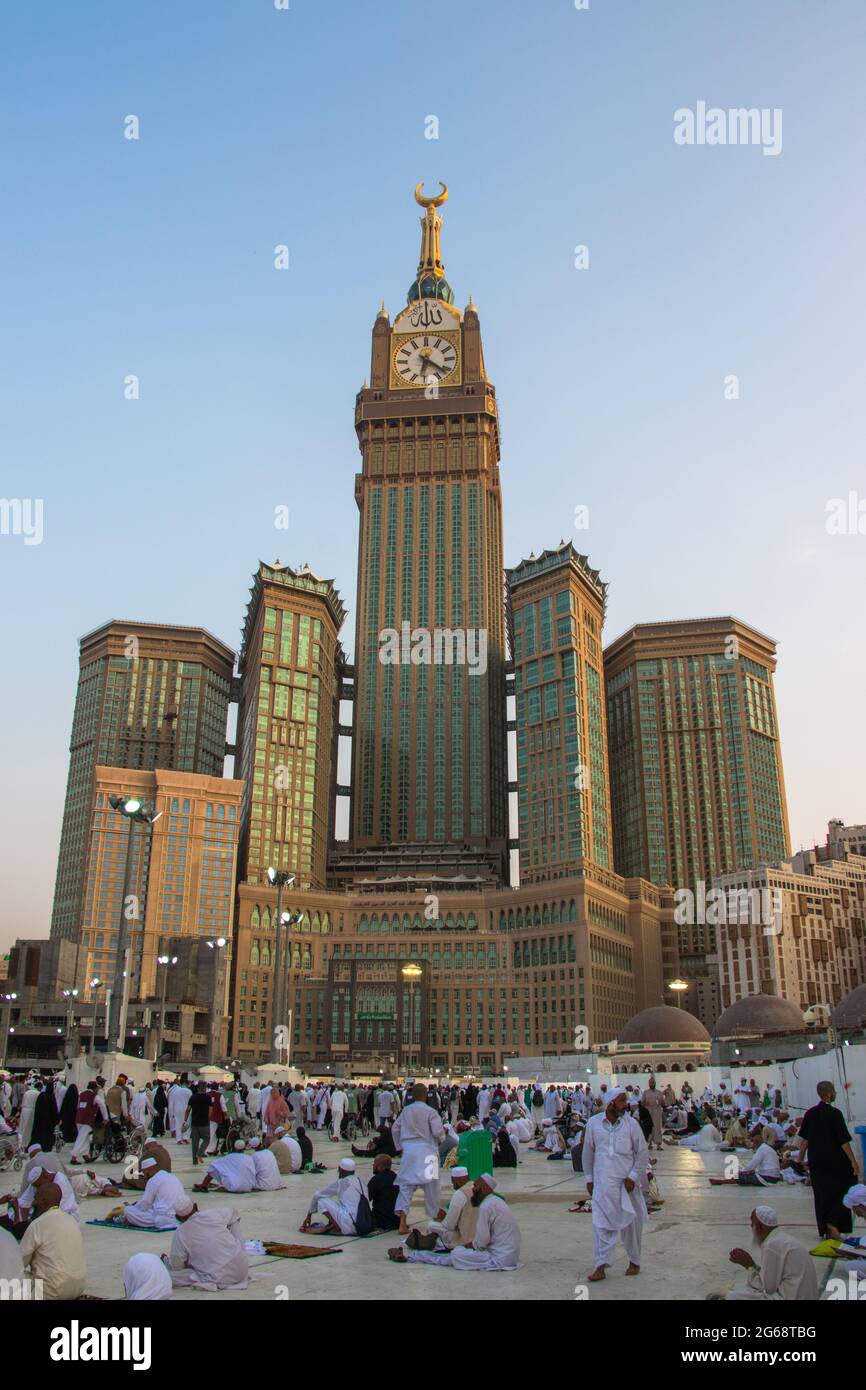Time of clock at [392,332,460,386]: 6:21
